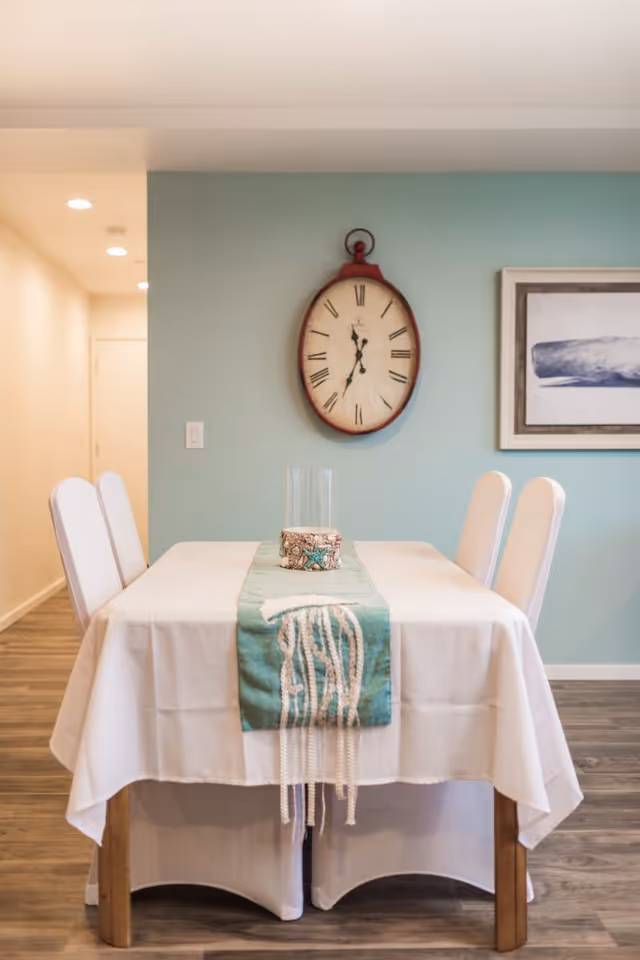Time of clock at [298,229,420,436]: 11:33
